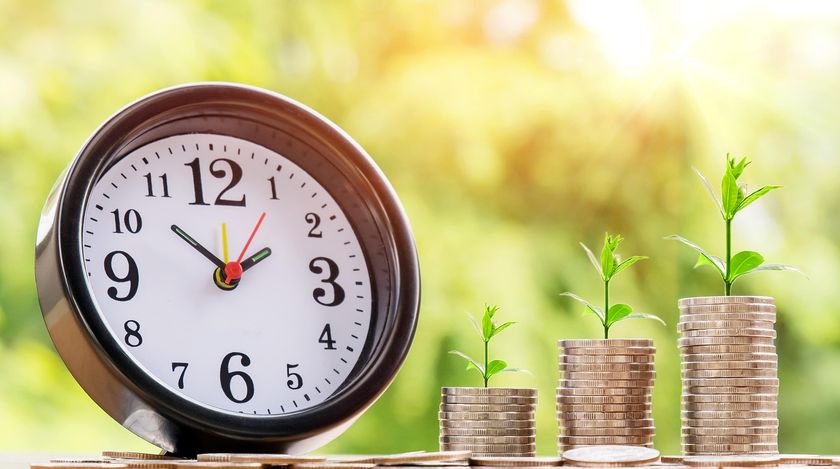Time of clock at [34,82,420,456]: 1:51
